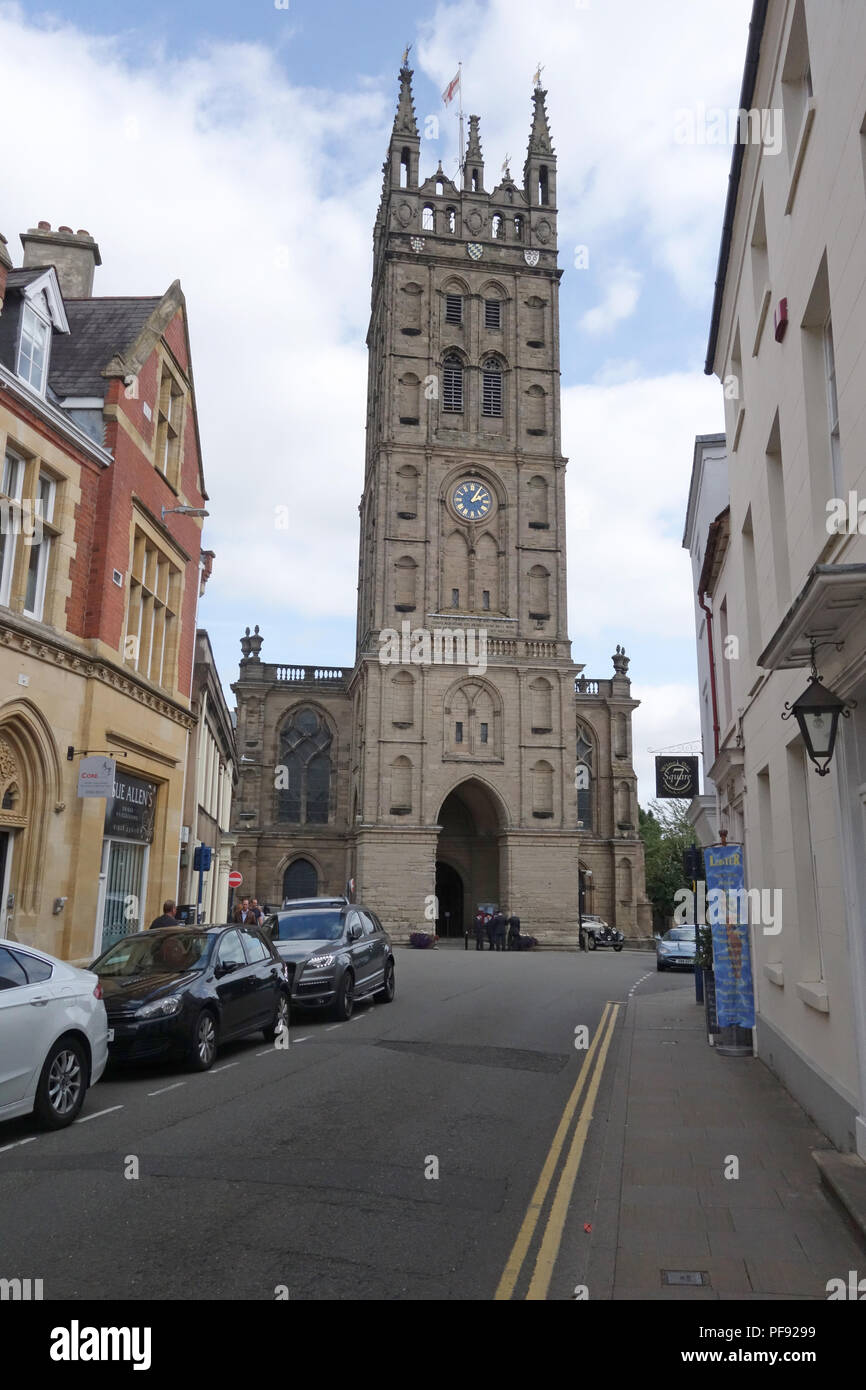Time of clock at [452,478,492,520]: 2:05
